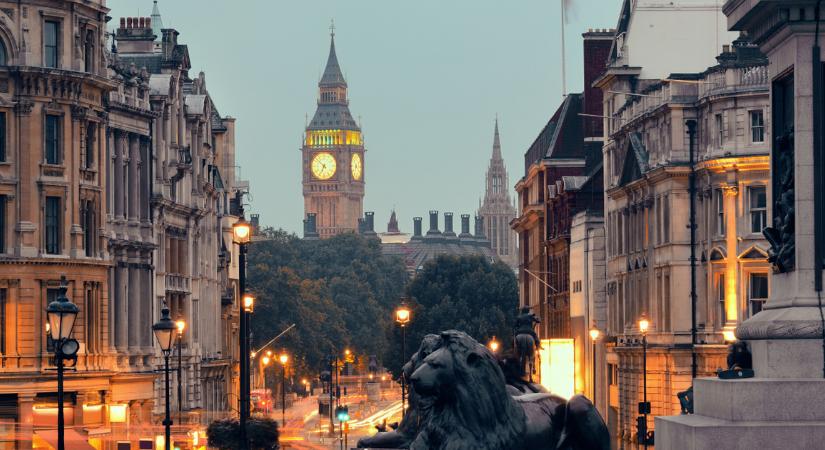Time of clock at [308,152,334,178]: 6:52
